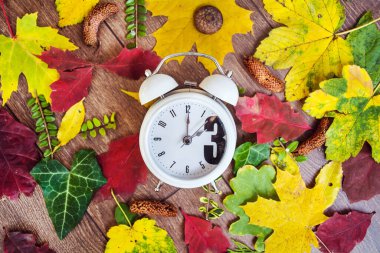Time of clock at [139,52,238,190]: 2:00
